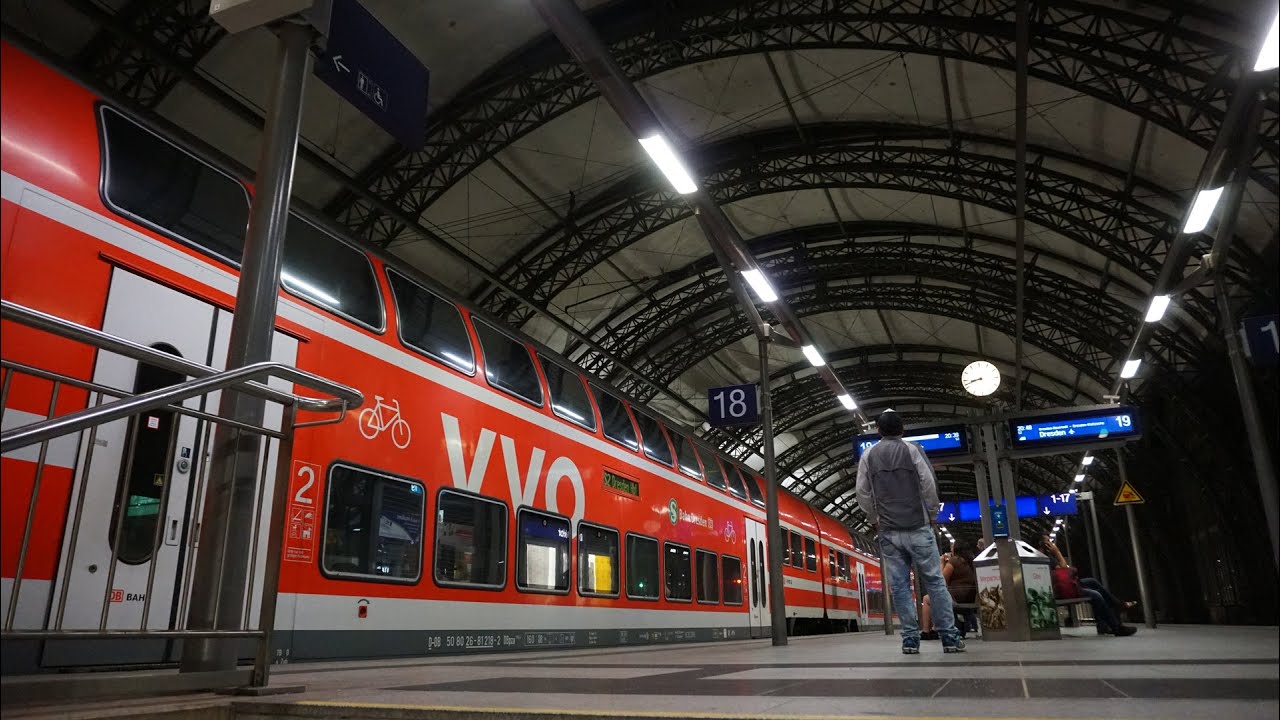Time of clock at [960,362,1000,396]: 8:42
